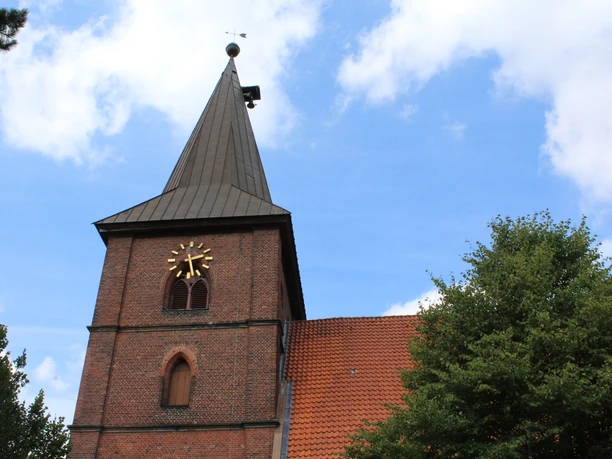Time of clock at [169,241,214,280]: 2:28
